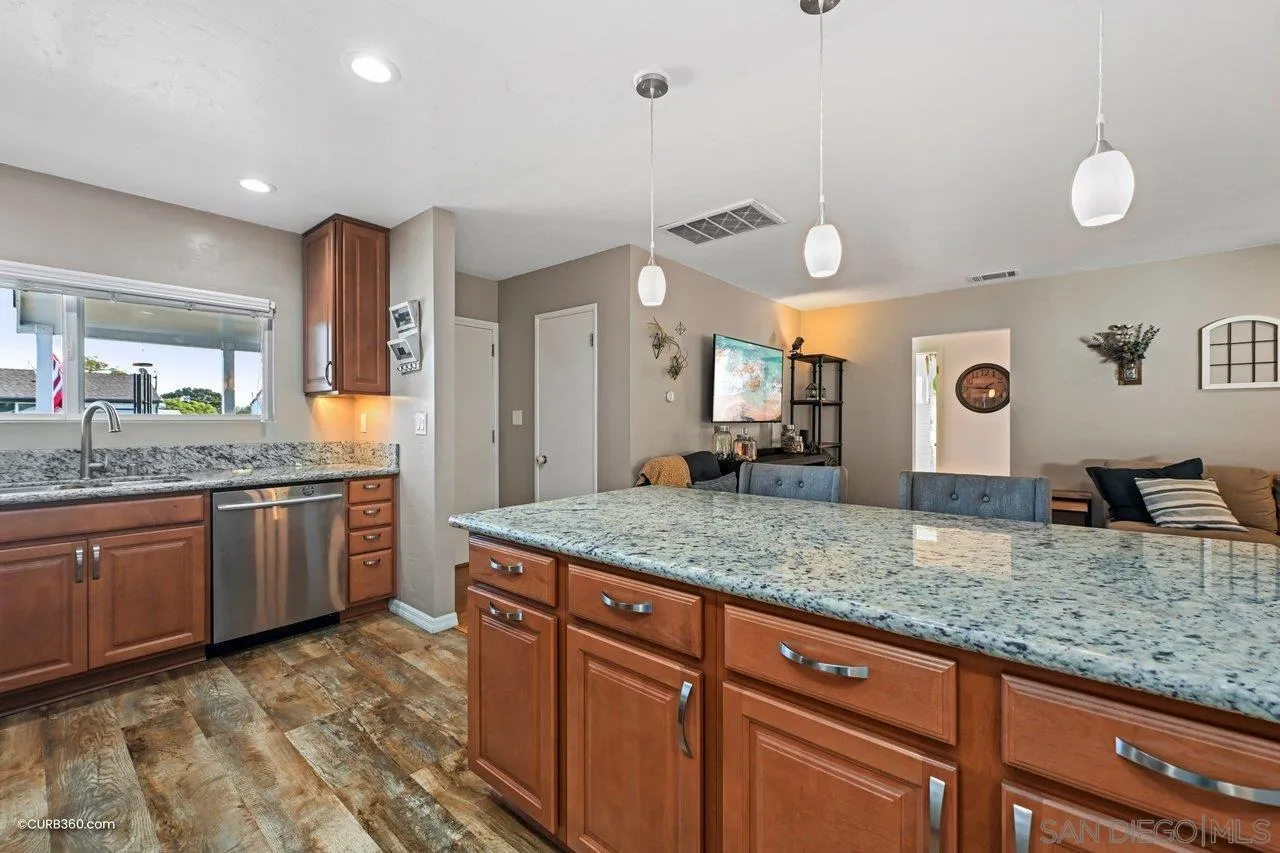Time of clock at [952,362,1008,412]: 1:46
